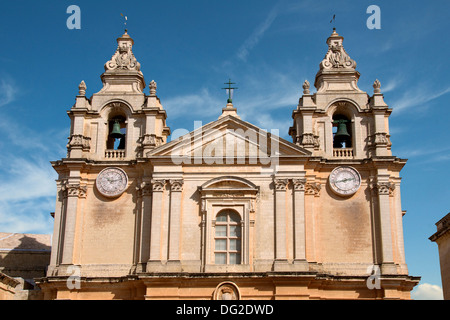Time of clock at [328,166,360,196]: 2:42
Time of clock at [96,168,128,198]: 10:12
